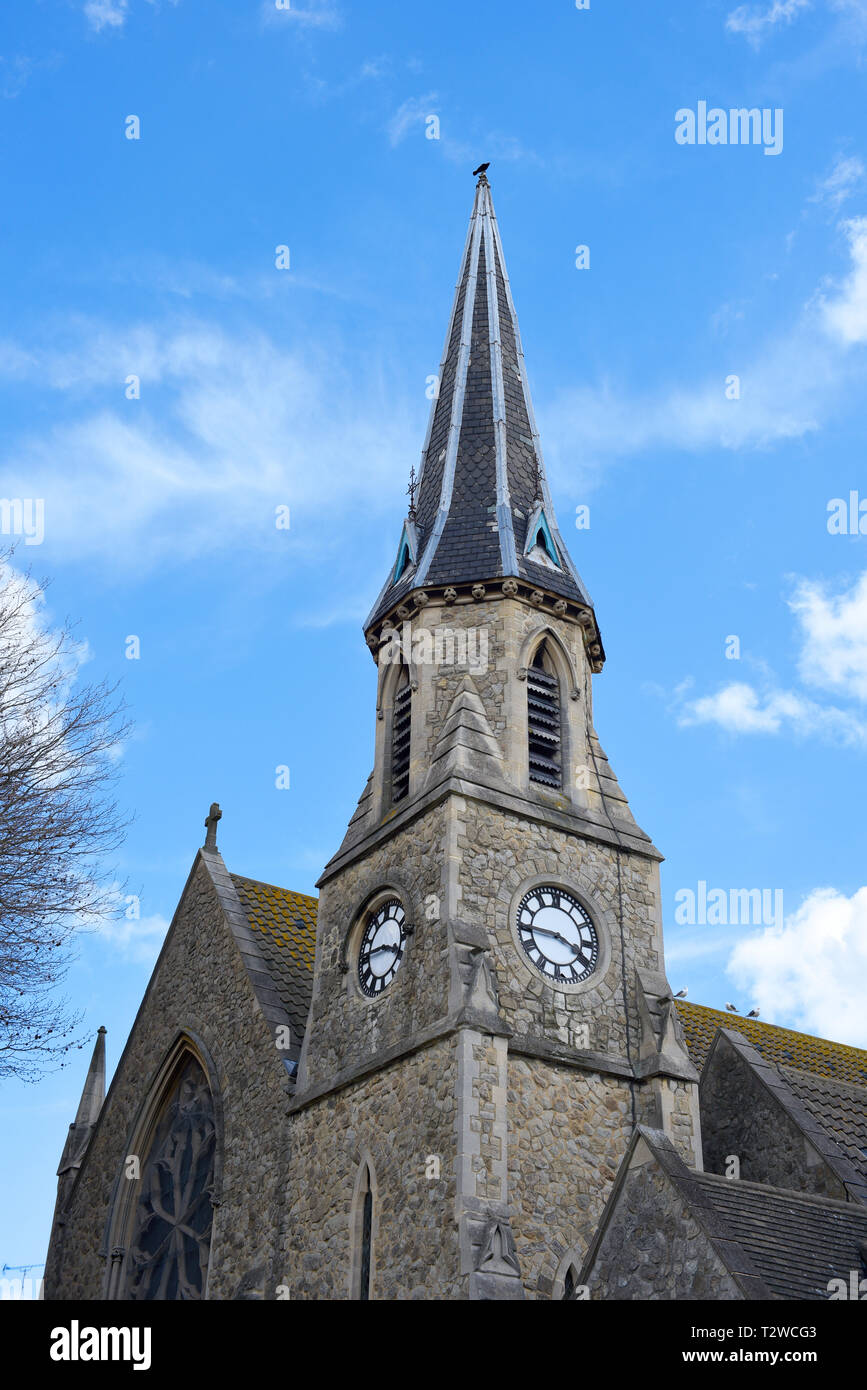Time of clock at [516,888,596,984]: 3:44
